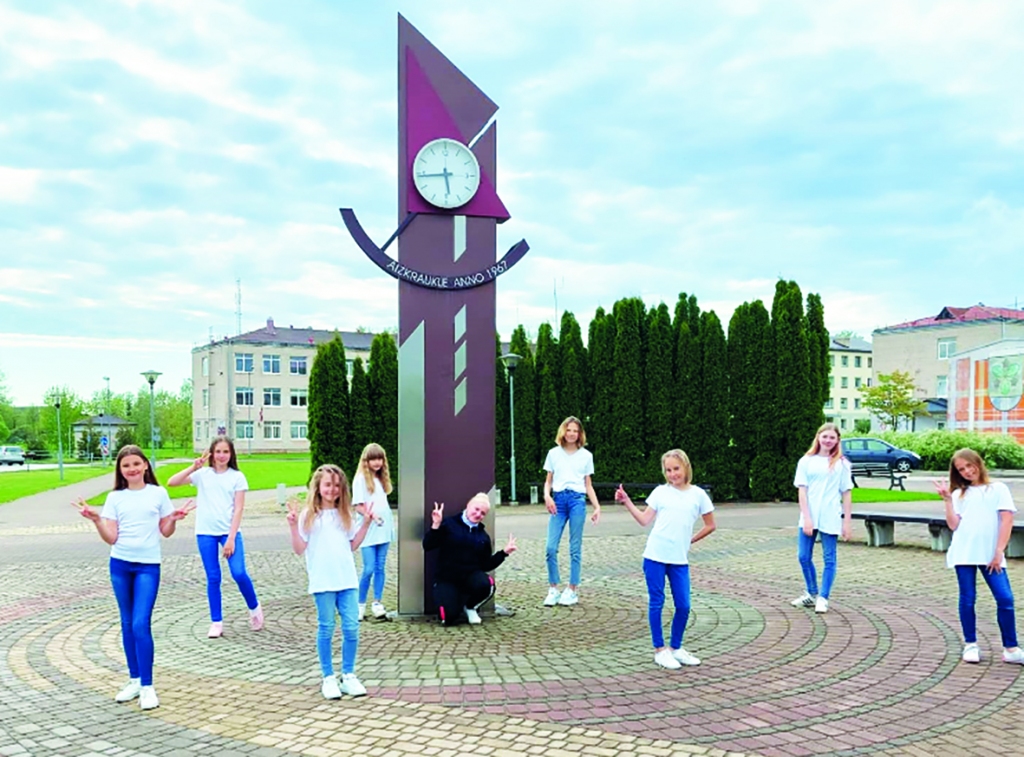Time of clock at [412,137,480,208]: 5:44
